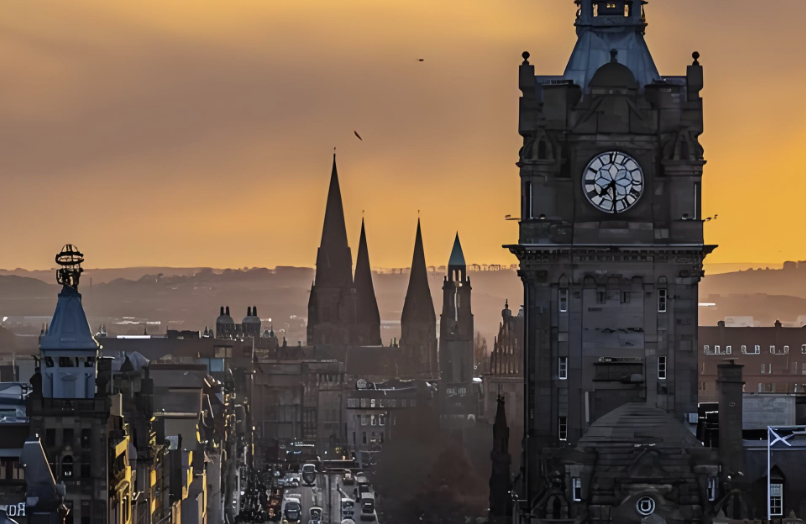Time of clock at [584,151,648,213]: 7:29
